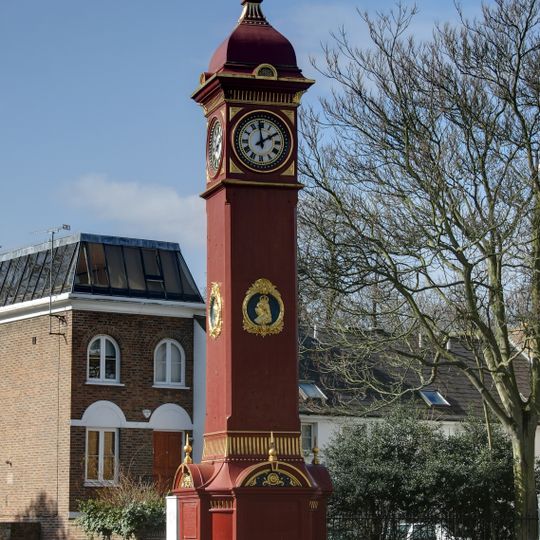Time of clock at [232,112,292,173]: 1:58
